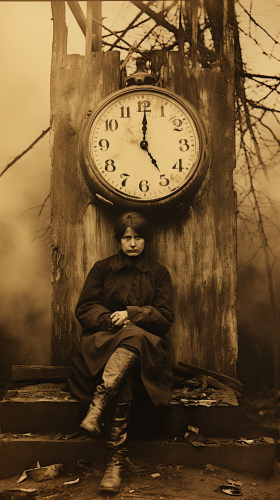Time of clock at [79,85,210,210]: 5:00
